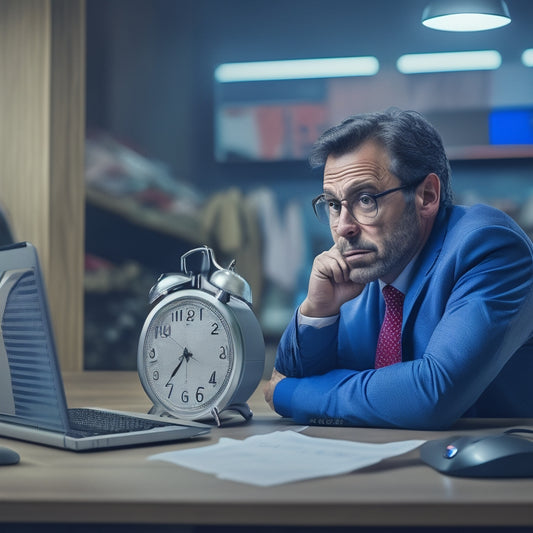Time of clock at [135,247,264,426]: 7:36
